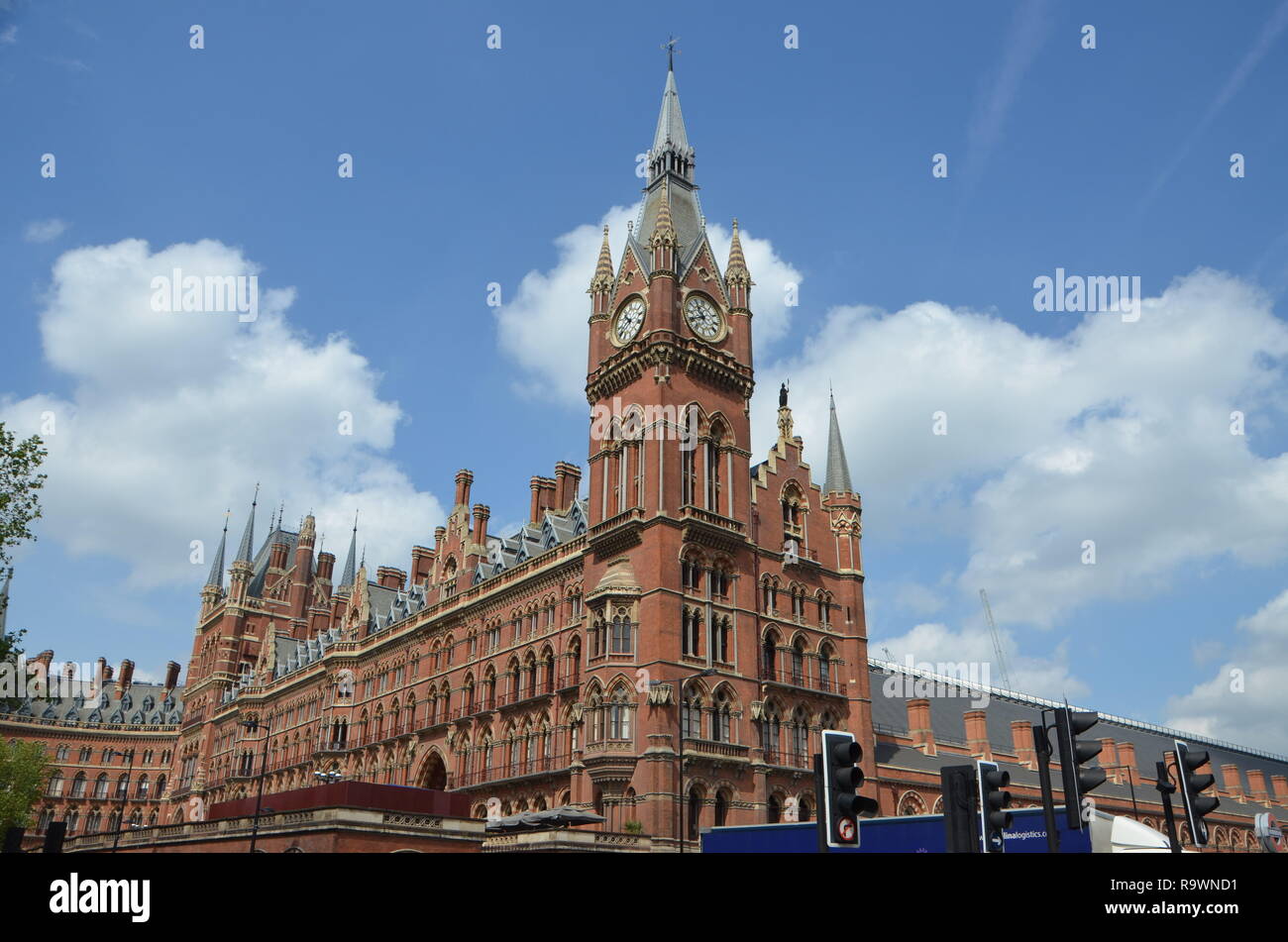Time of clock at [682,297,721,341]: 10:40
